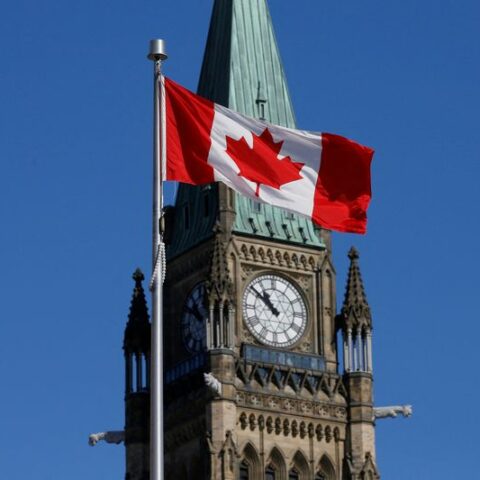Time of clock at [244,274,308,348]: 10:51
